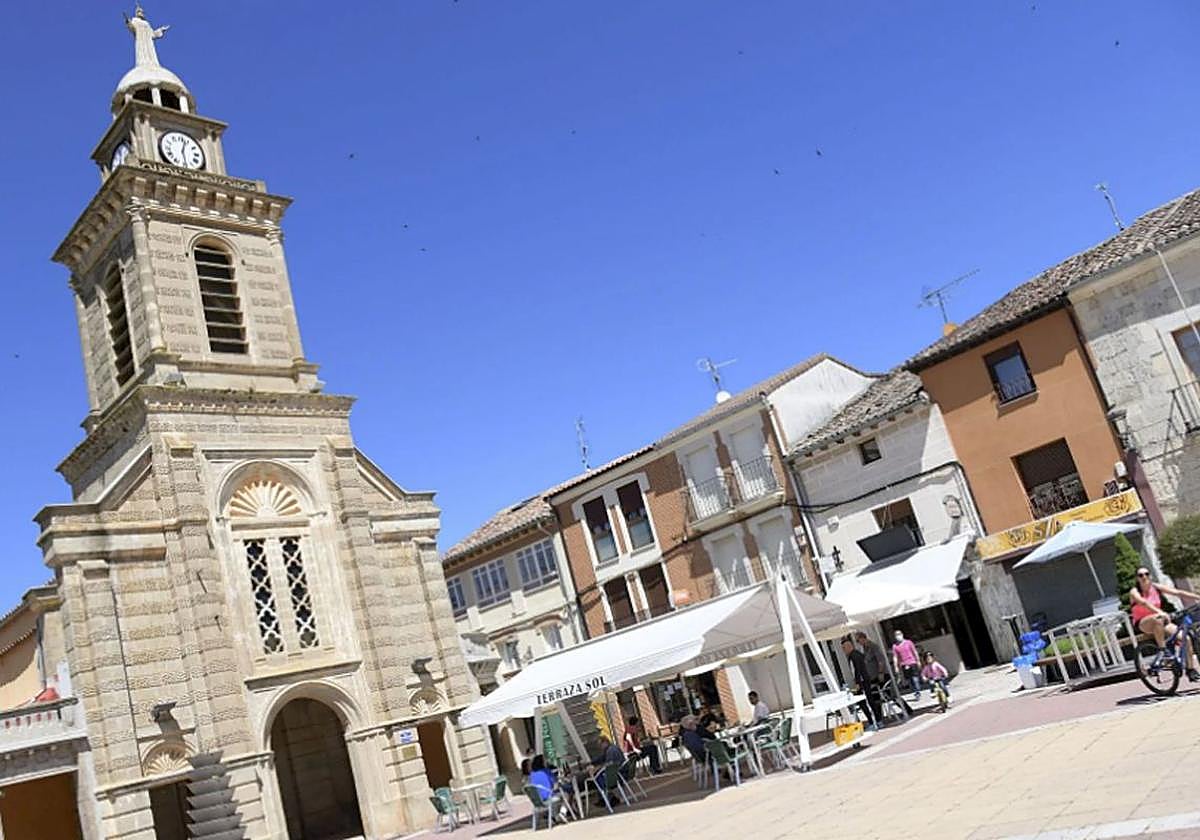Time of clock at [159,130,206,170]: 12:28
